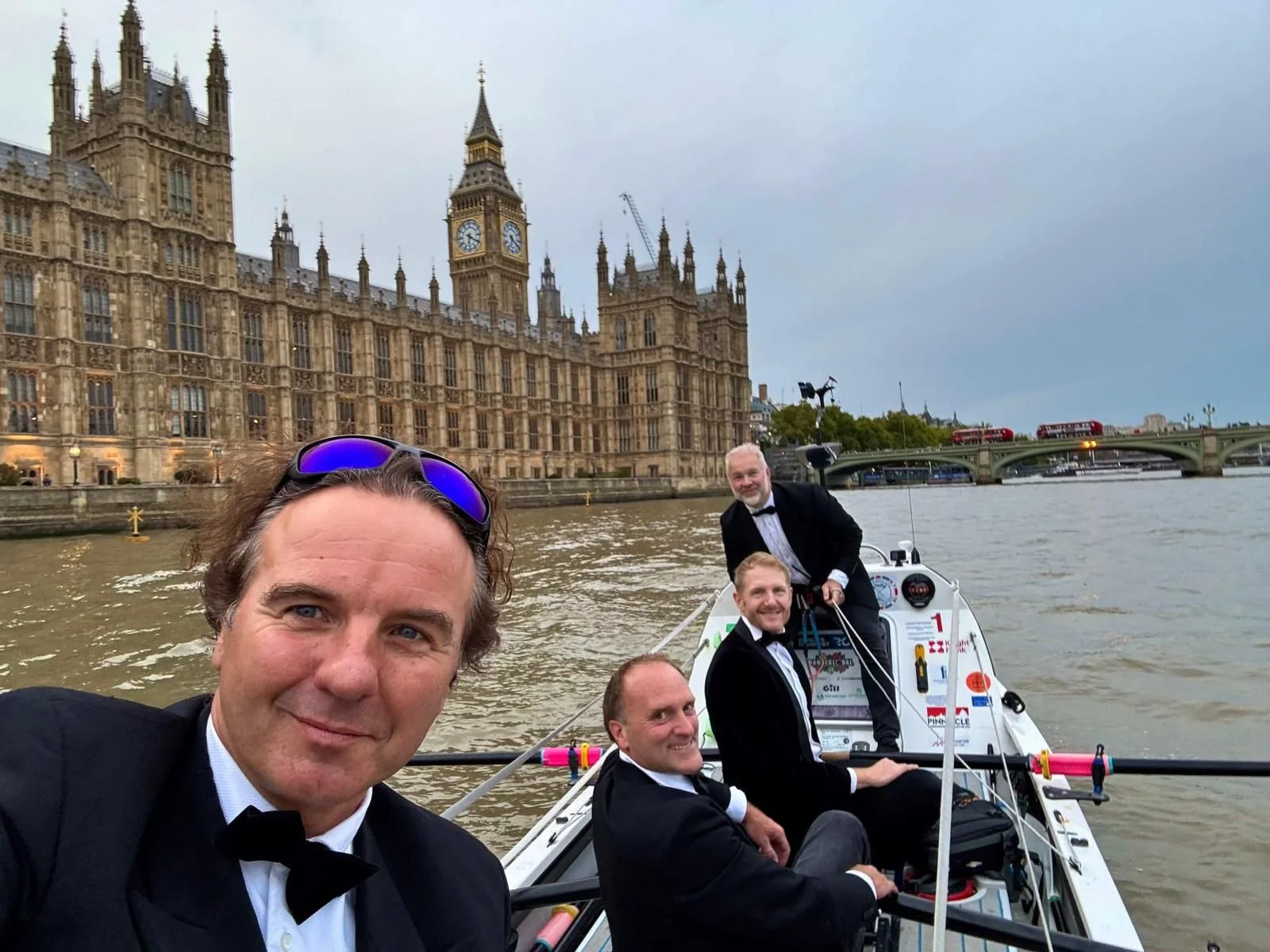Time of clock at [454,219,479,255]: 6:20
